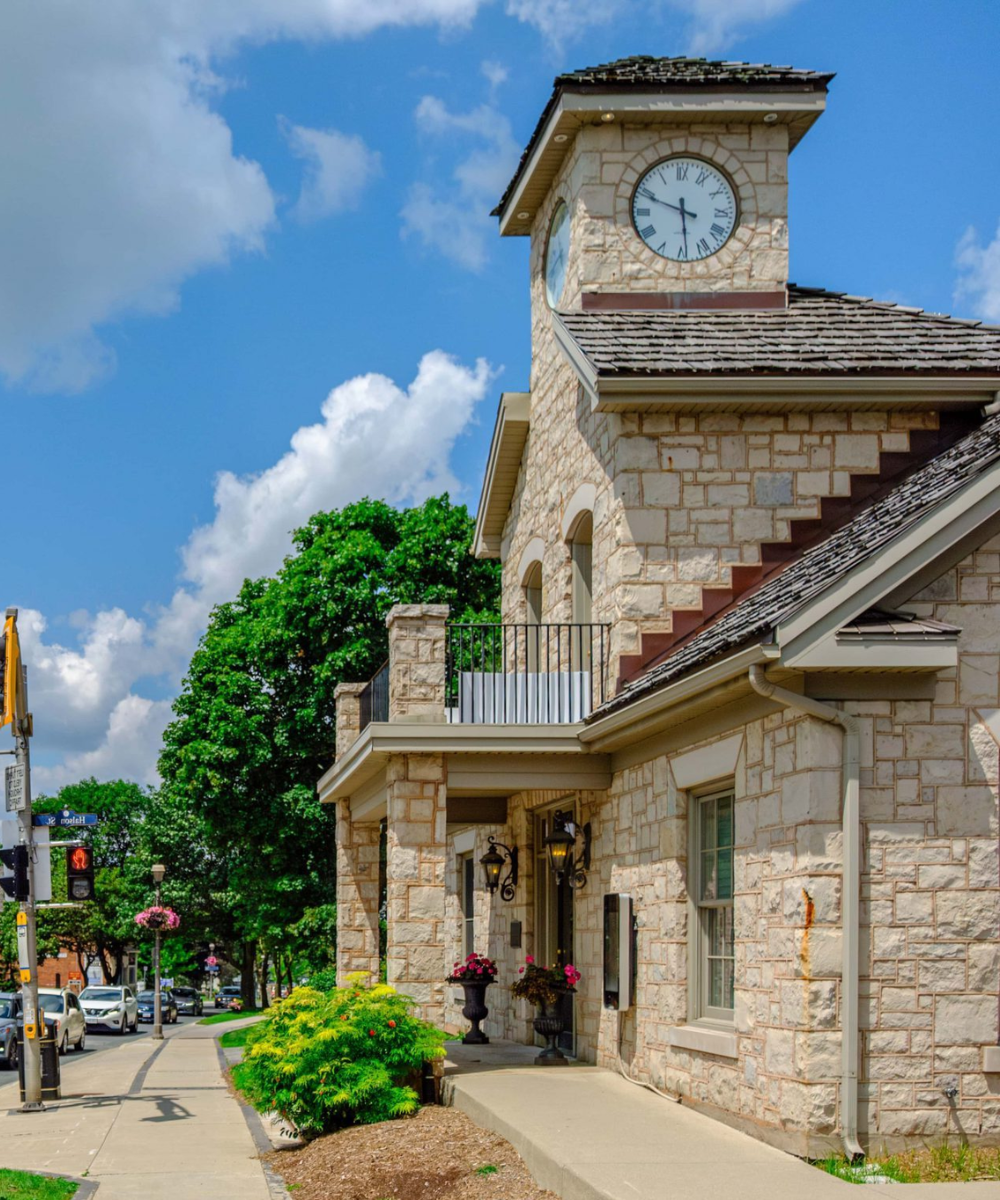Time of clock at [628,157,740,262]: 5:48
